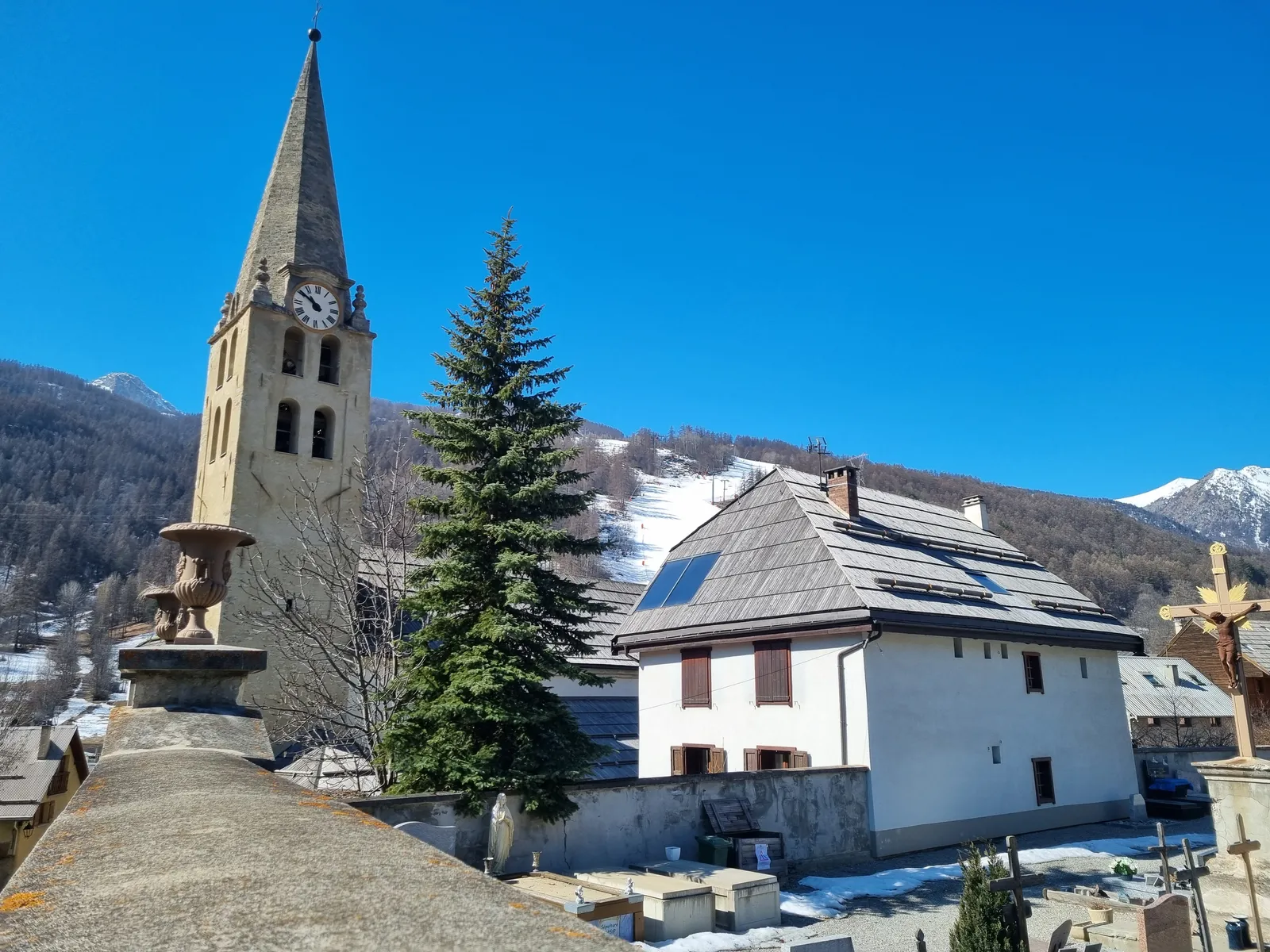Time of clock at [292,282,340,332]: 10:50
